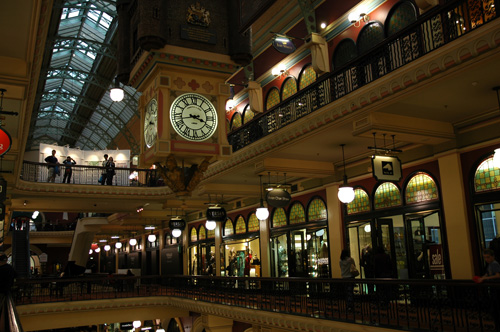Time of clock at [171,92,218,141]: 3:43
